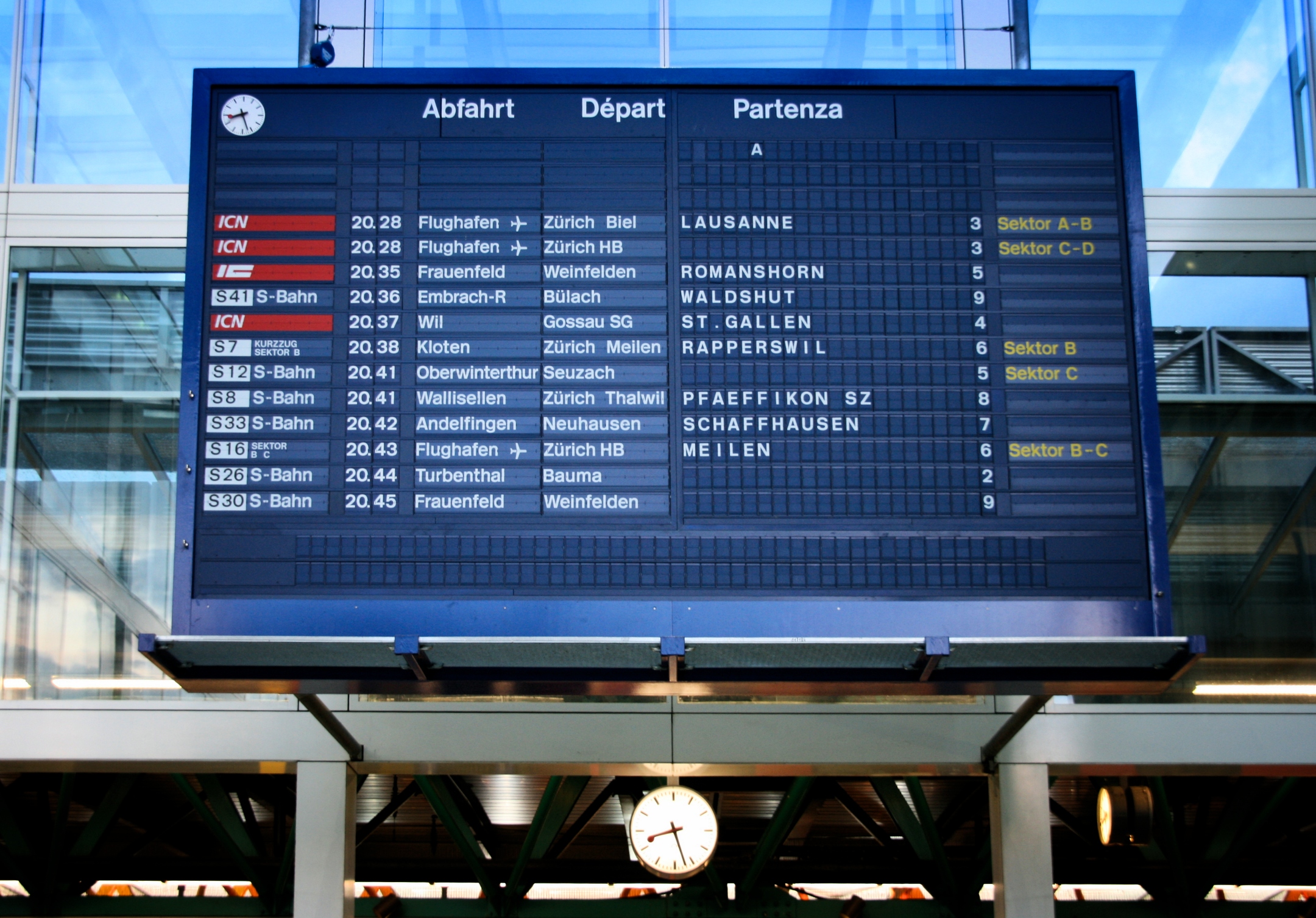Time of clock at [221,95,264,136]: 8:26
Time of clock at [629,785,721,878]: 8:27
